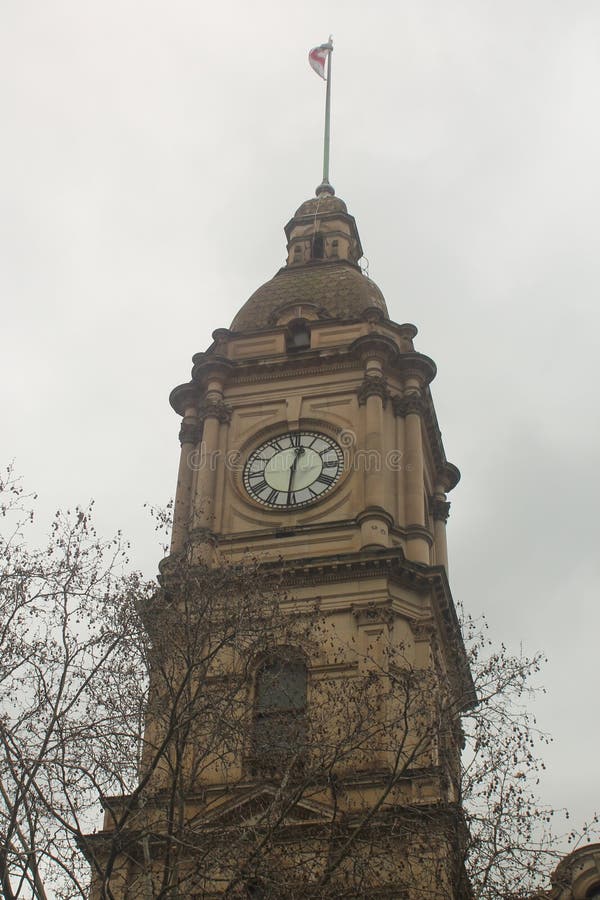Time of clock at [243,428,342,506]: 12:30
